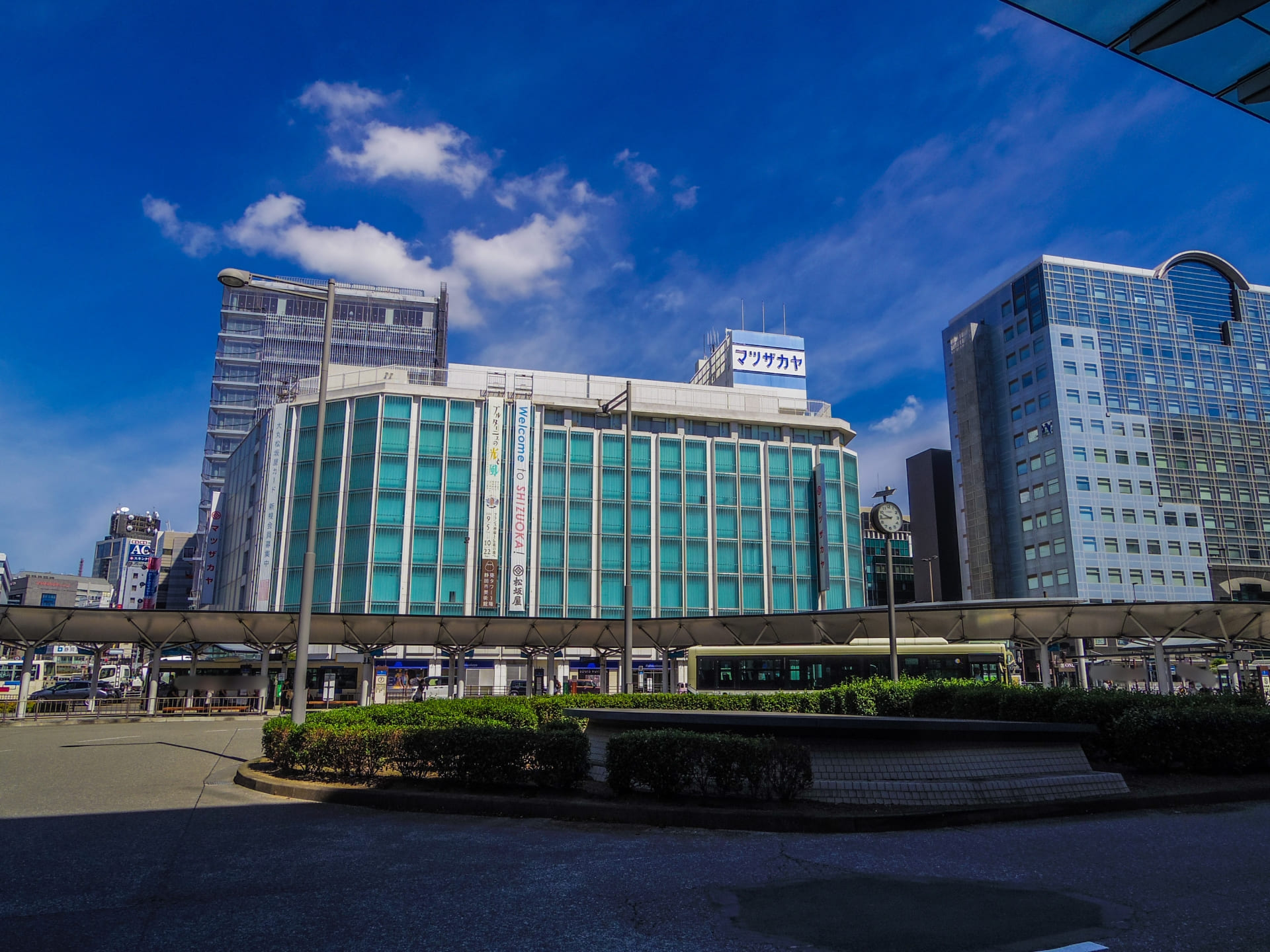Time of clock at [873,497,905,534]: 9:43
